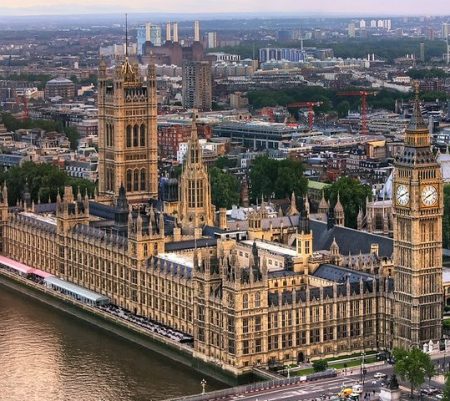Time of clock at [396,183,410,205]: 8:11
